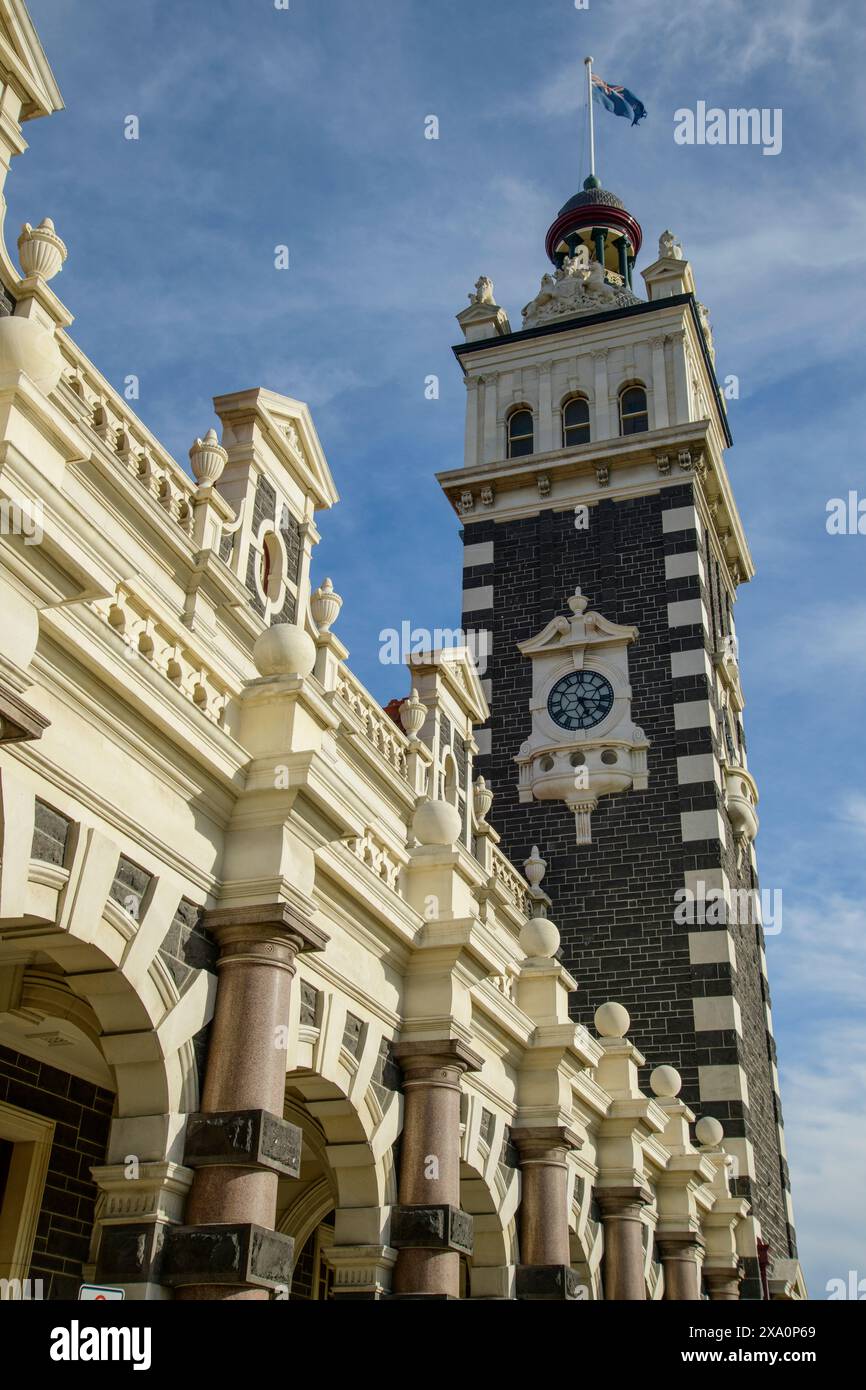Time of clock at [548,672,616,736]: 5:16
